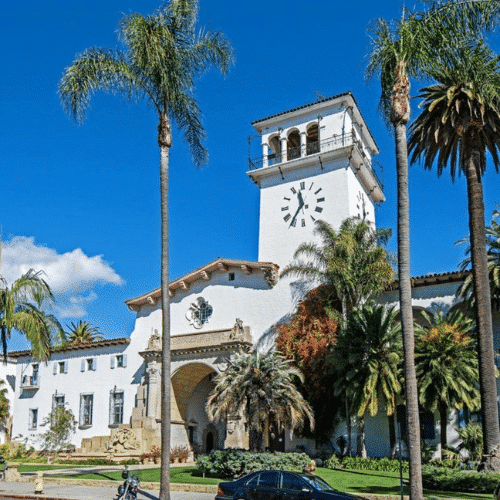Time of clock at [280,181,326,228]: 11:35
